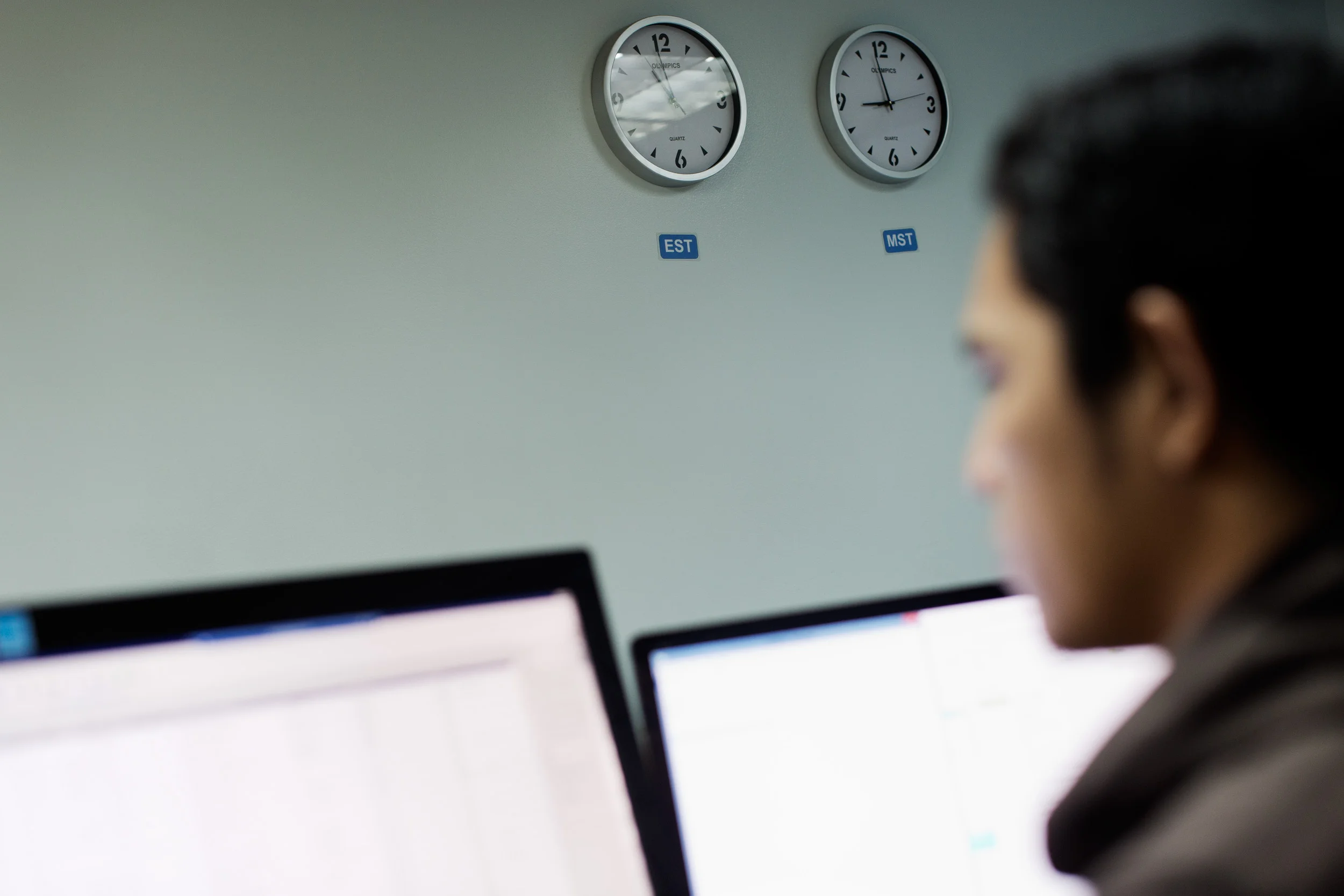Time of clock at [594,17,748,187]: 10:58
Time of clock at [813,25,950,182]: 8:58
